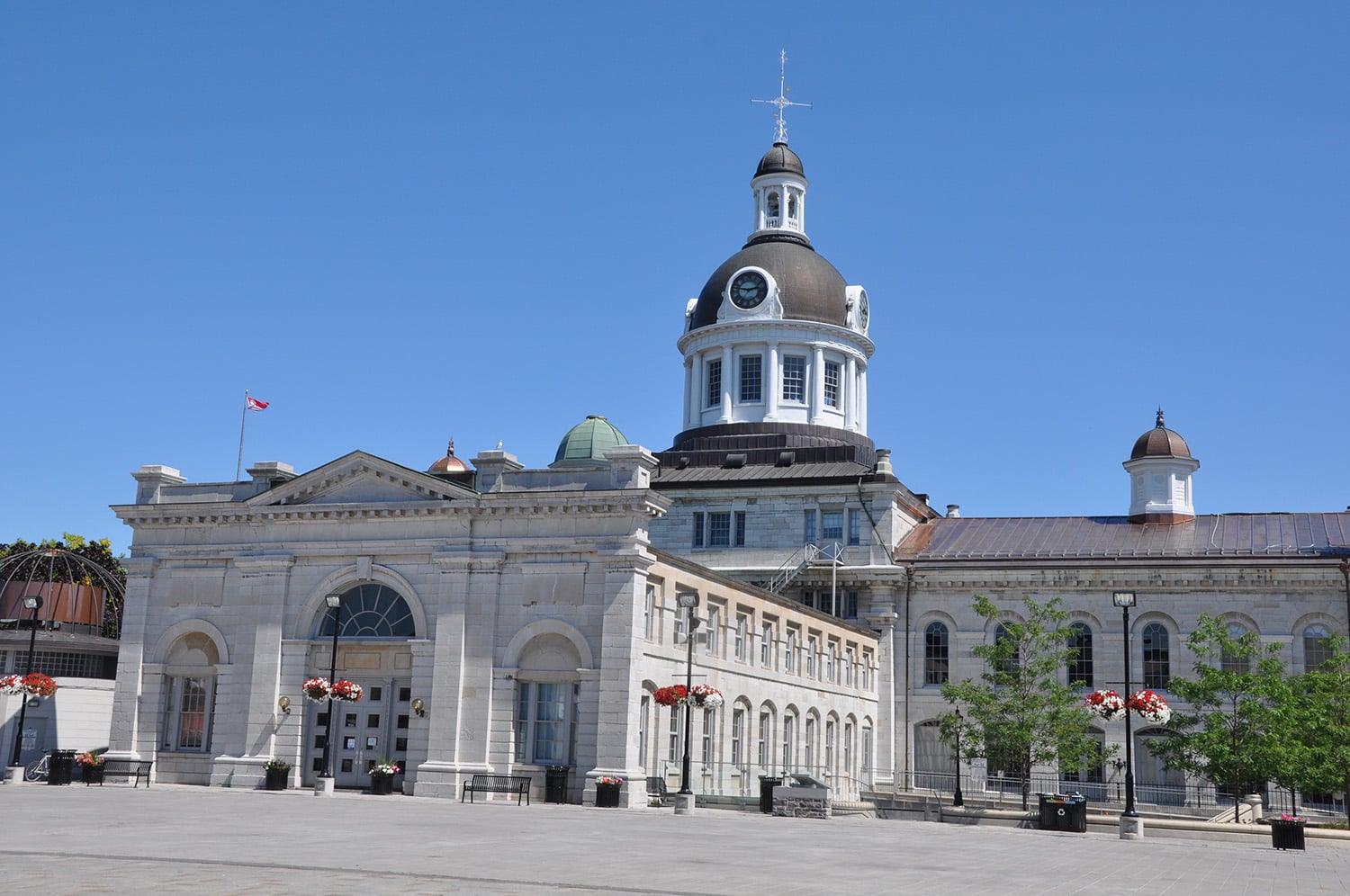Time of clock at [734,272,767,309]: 2:46
